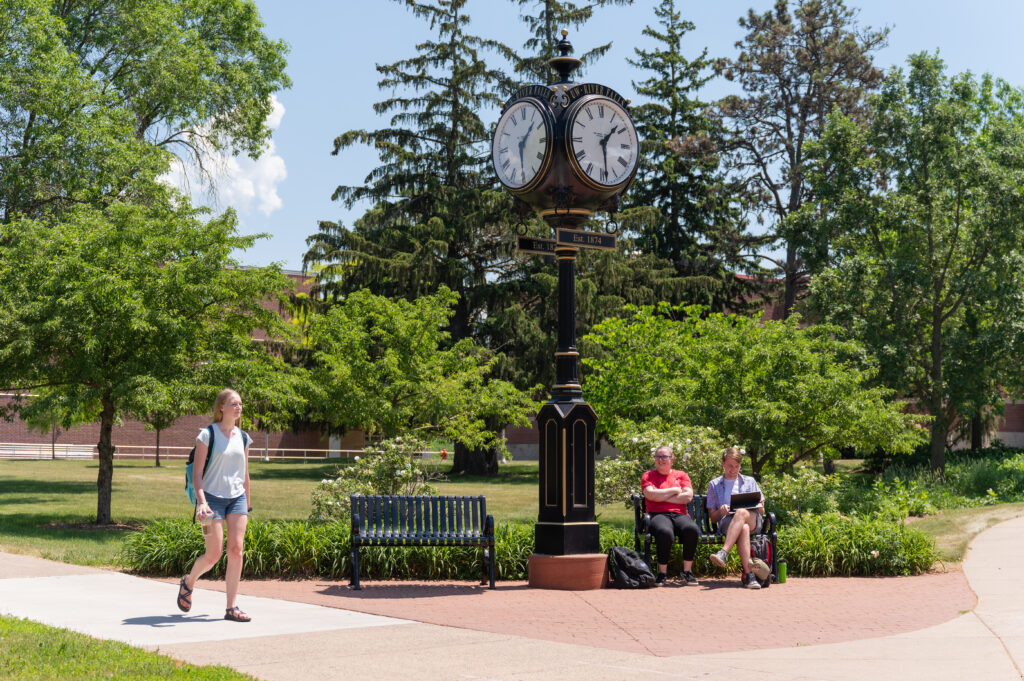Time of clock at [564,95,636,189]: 1:28
